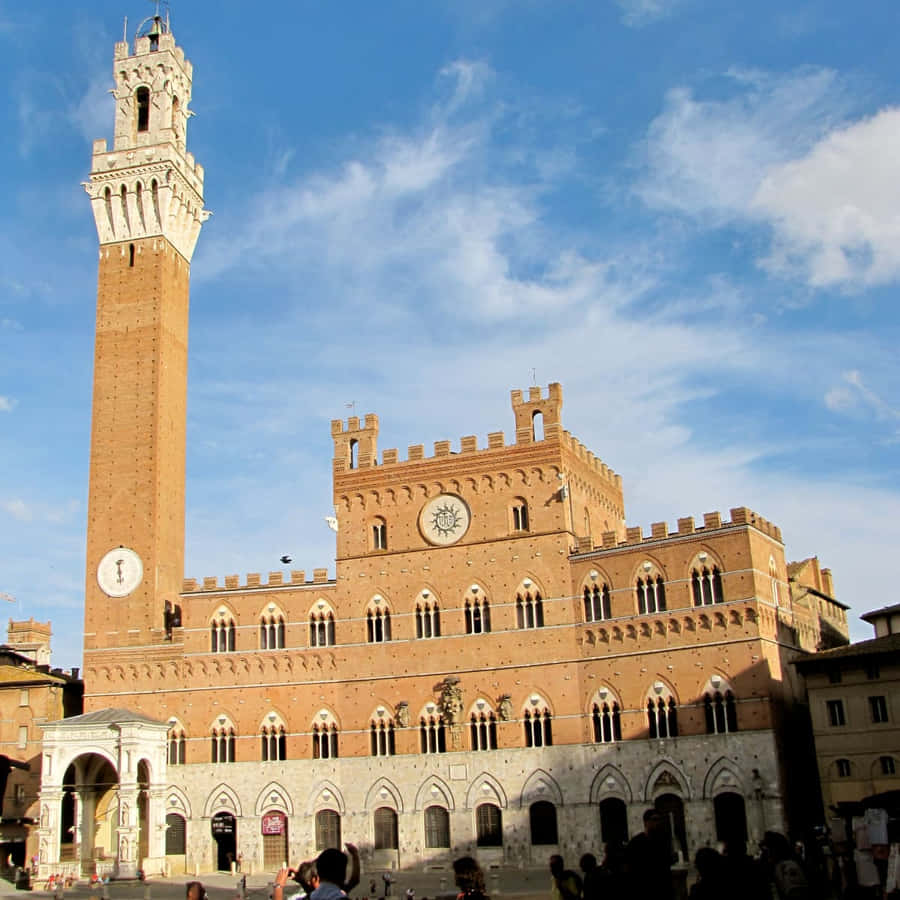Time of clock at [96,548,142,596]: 12:28
